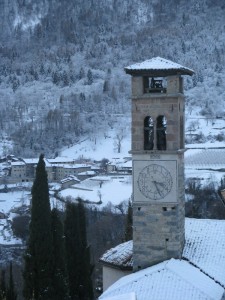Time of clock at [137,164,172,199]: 3:26
